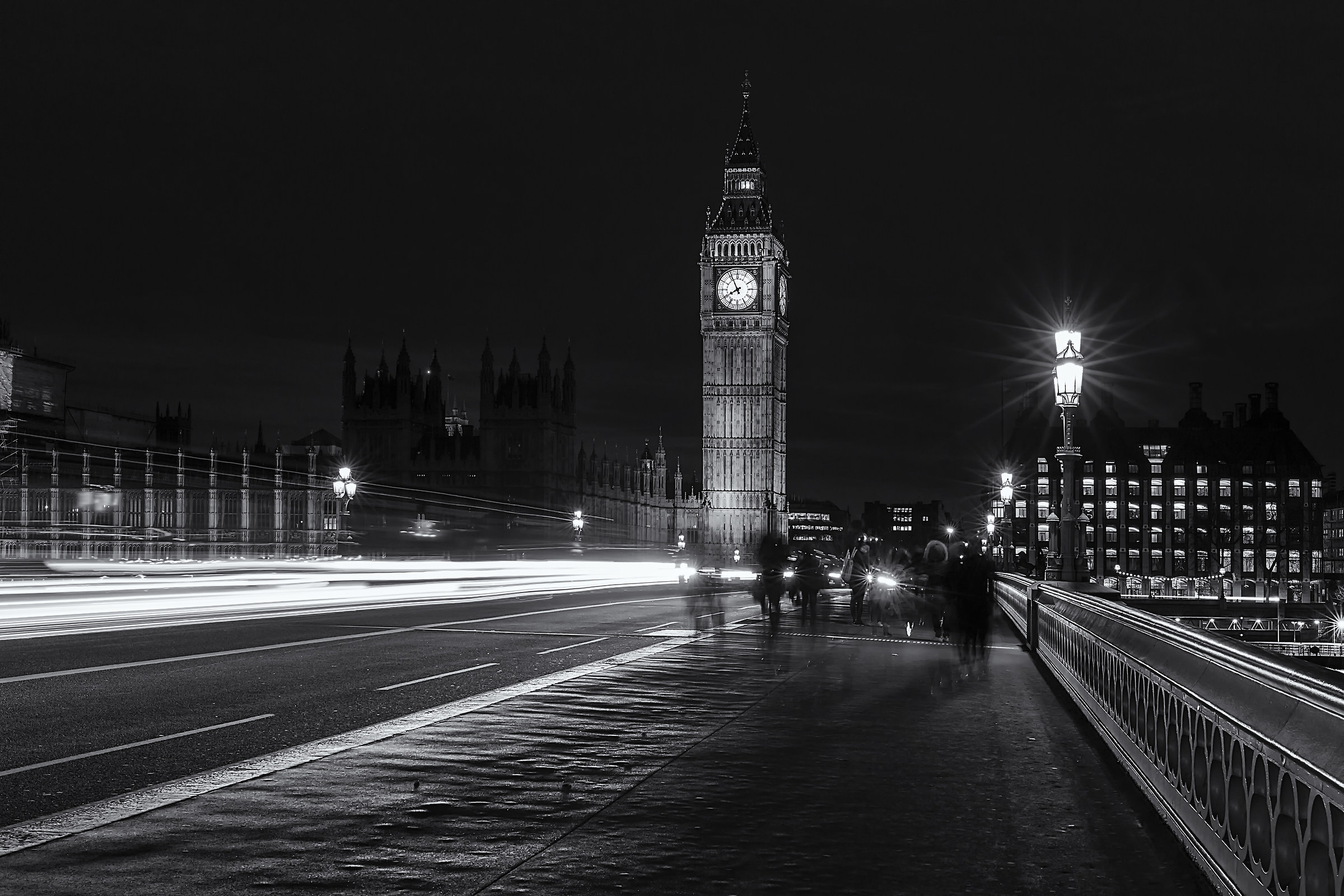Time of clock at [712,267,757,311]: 7:55
